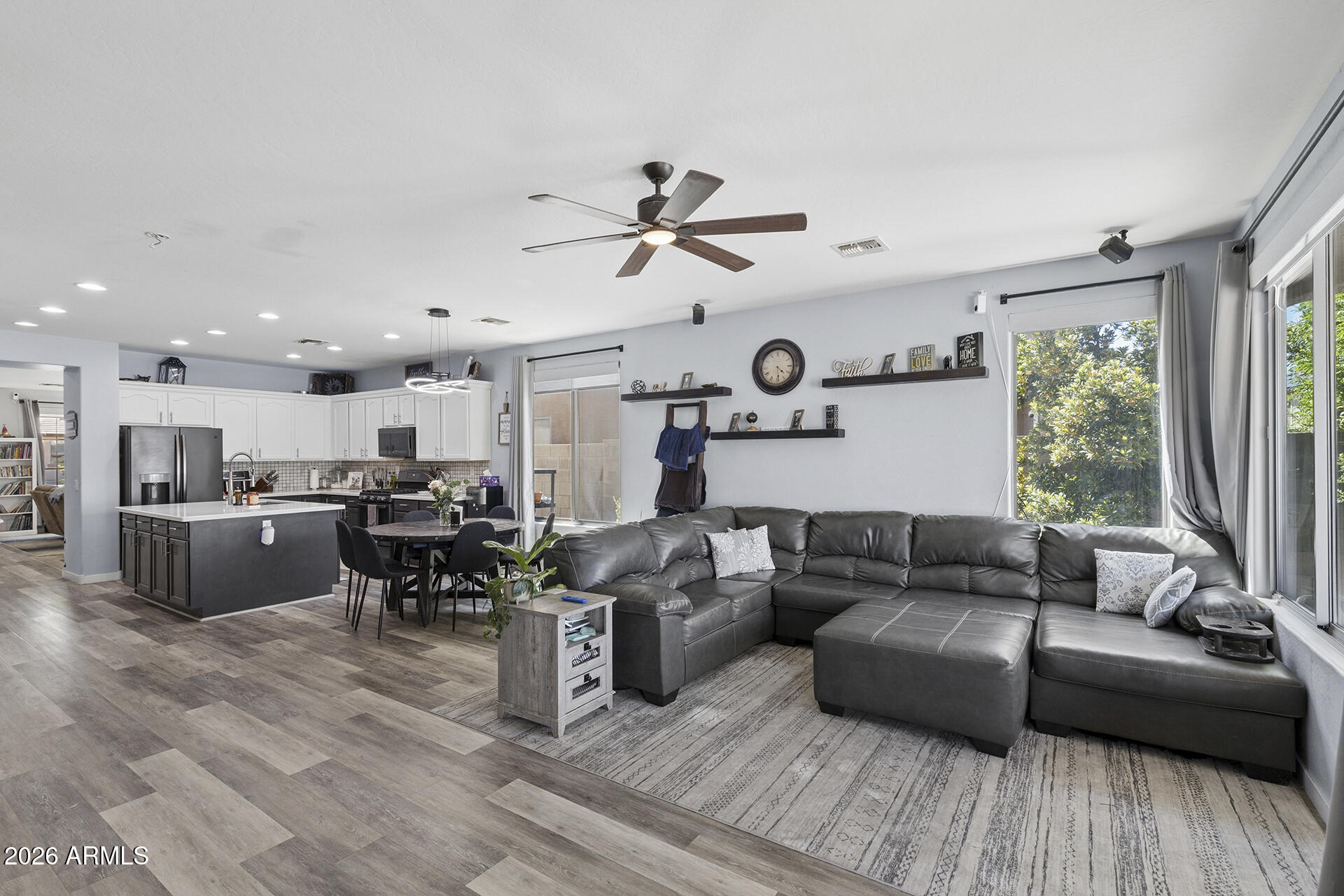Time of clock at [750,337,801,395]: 4:29
